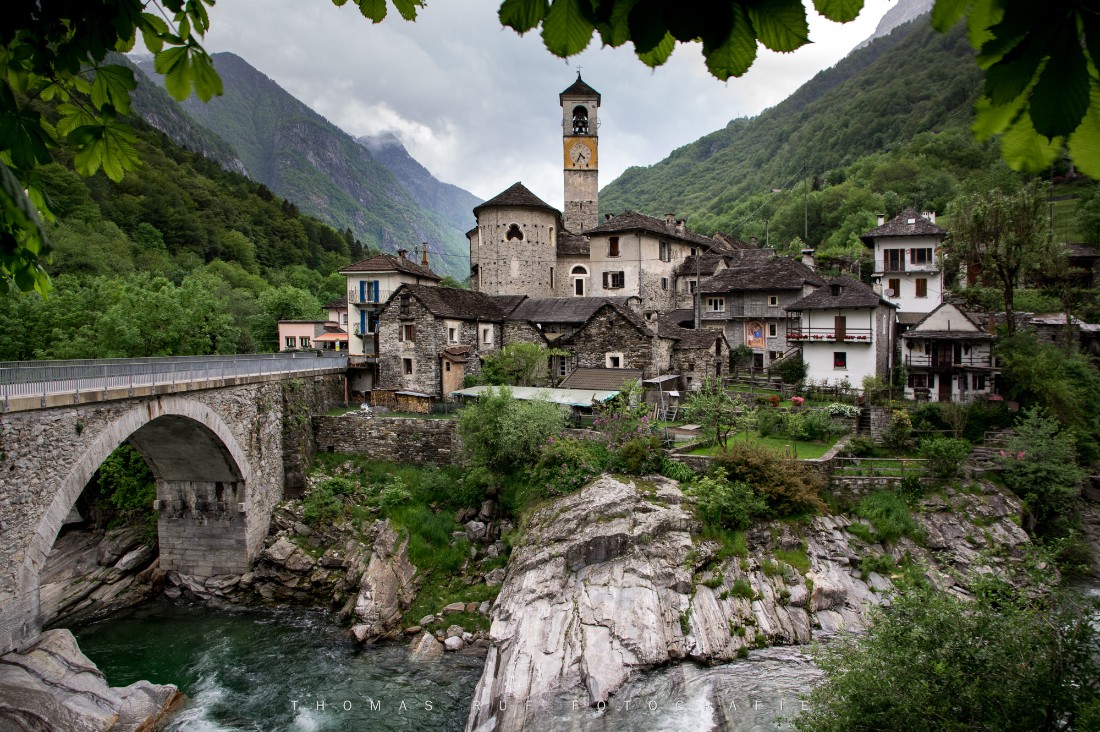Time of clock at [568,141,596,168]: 4:34
